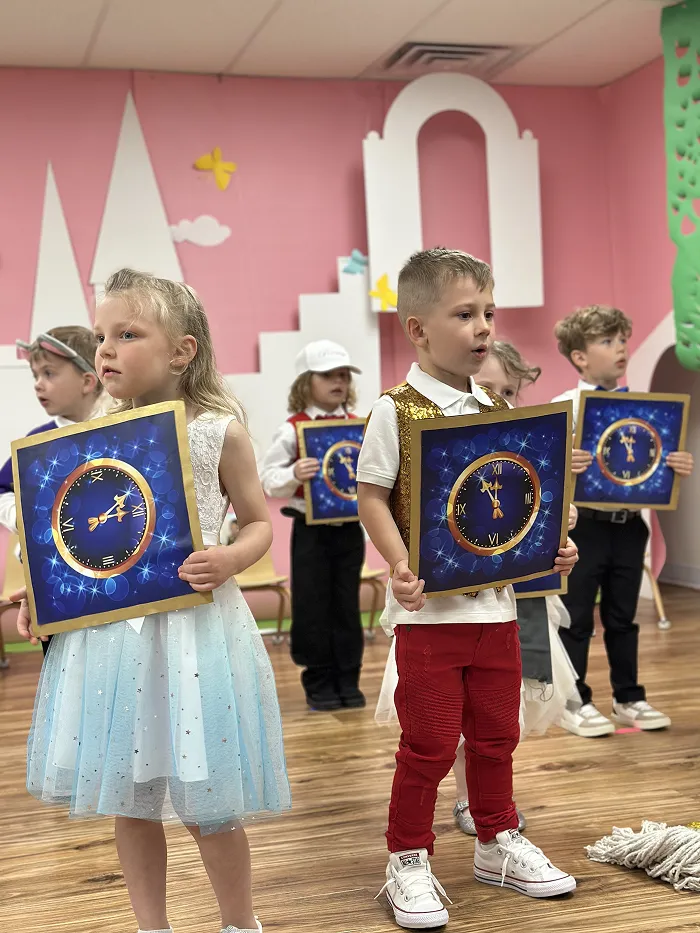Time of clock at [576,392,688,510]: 11:55
